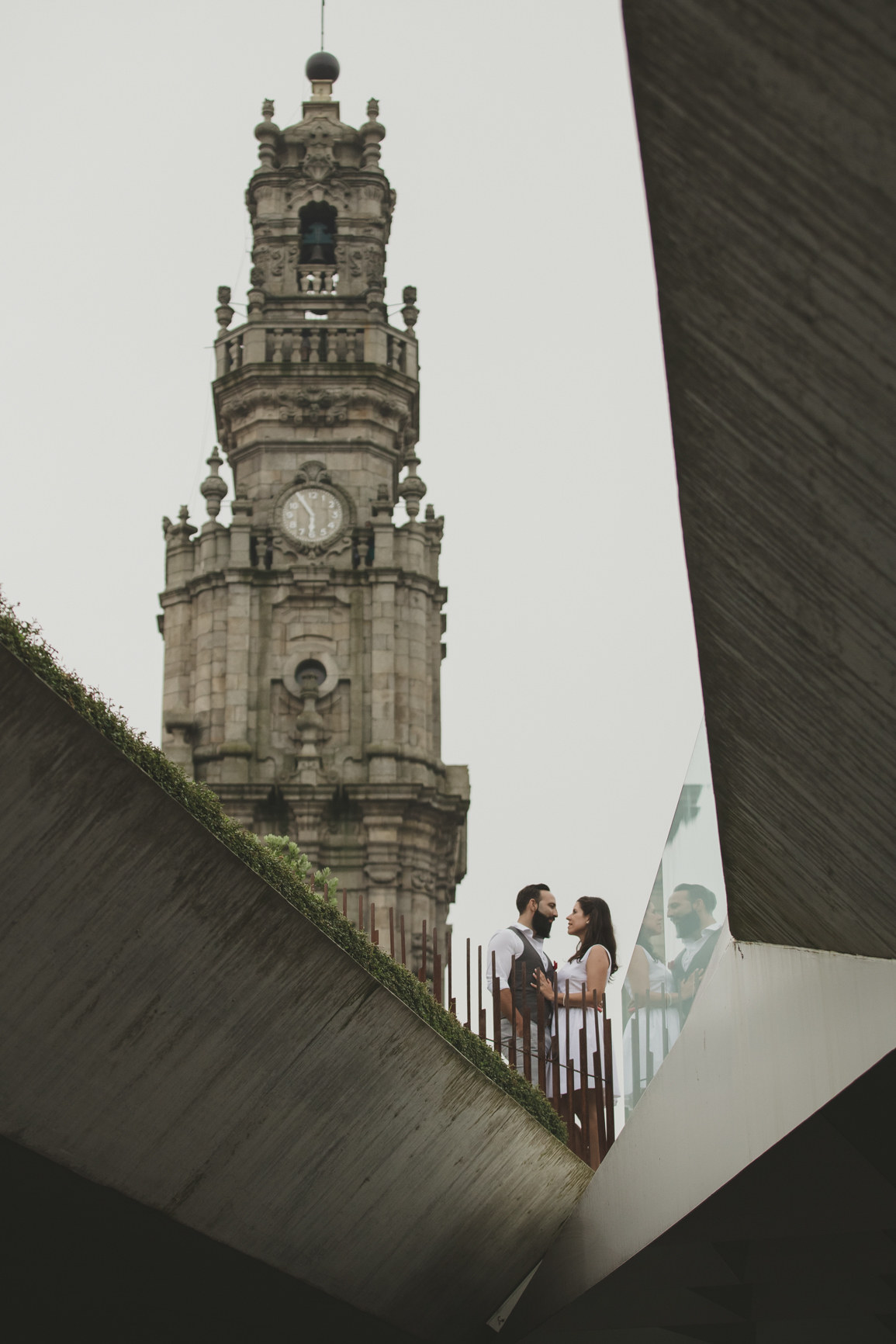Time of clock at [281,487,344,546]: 5:54
